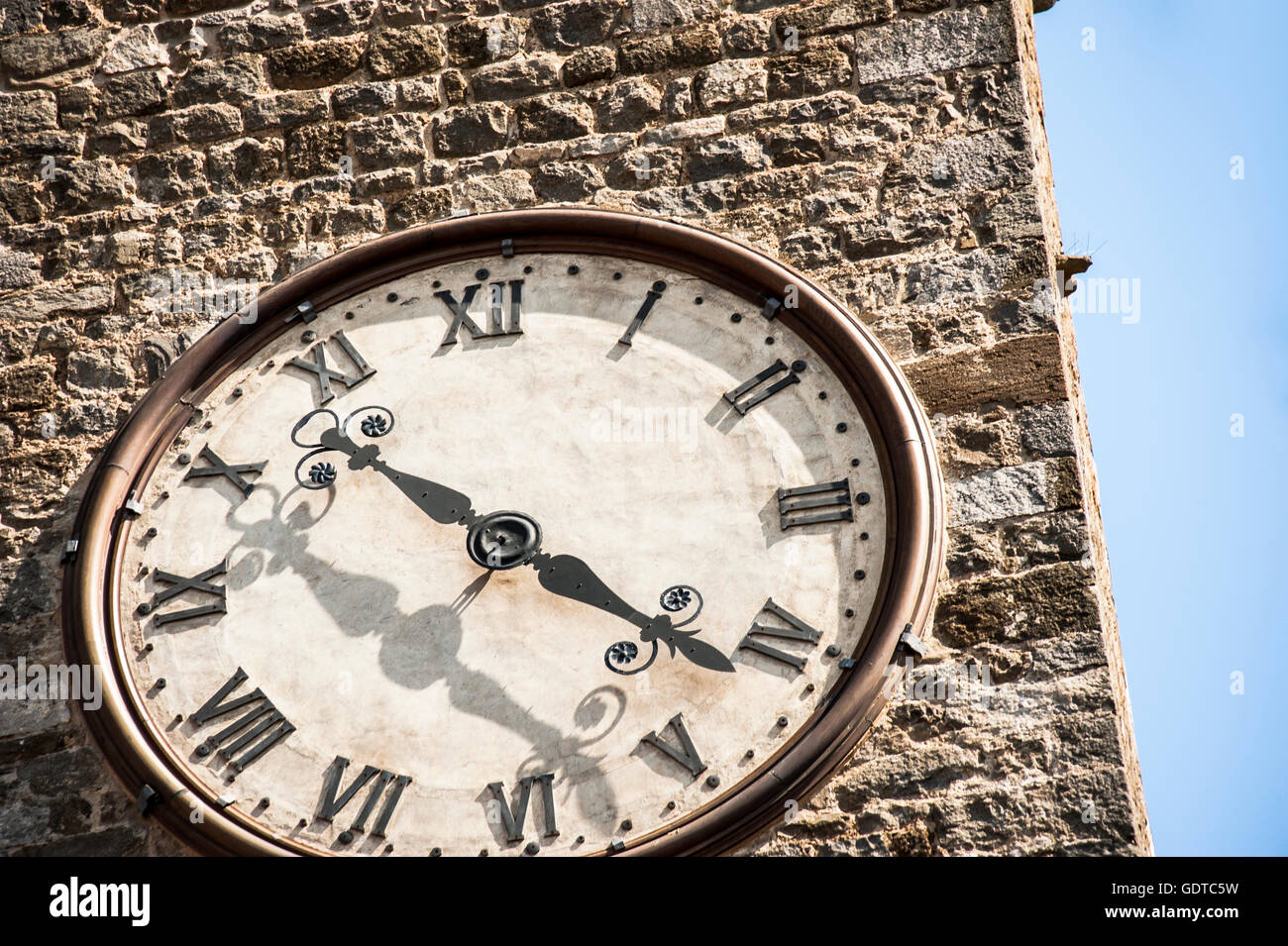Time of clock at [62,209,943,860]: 10:21
